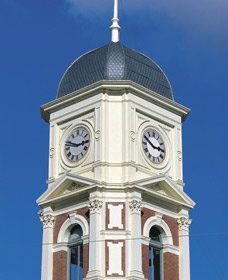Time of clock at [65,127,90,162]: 2:48
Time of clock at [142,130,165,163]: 2:49
